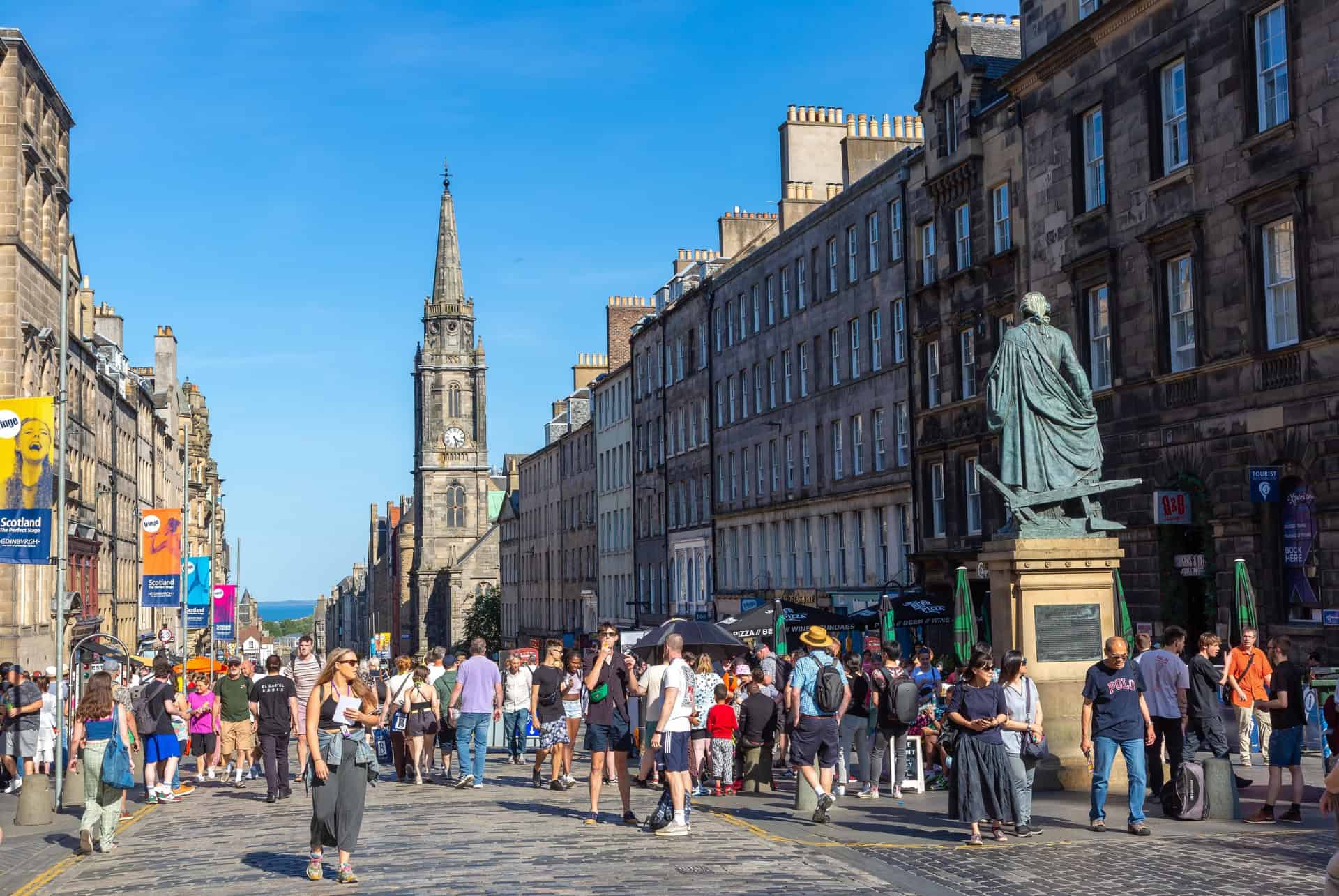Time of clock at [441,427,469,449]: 4:27
